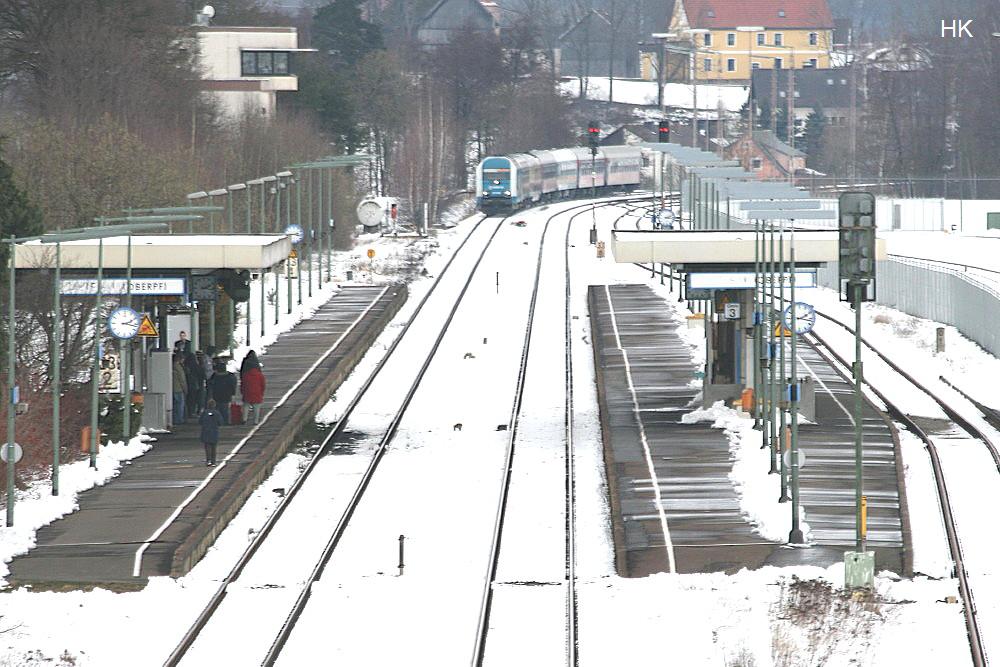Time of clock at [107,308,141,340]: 2:16
